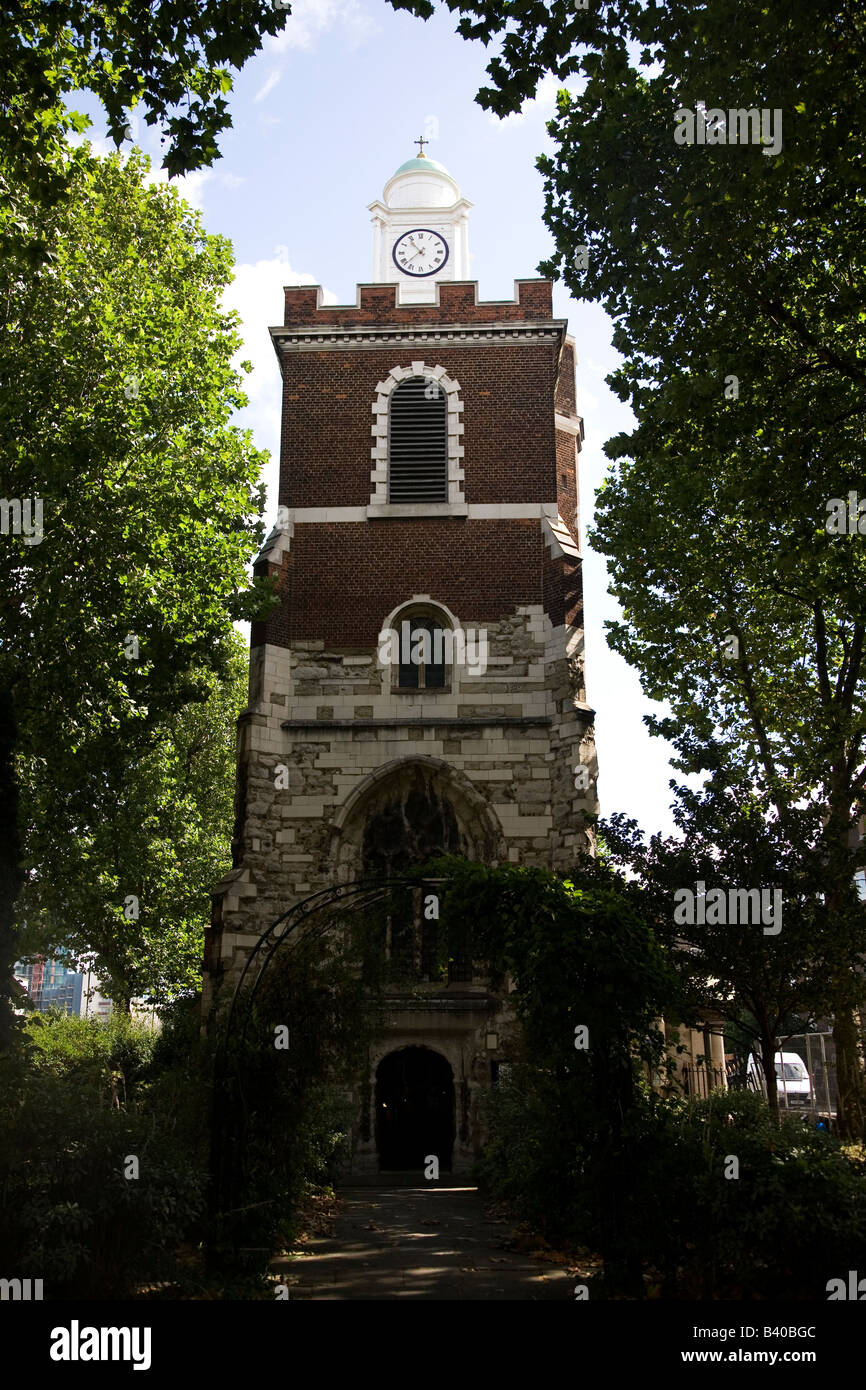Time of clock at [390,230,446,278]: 10:37
